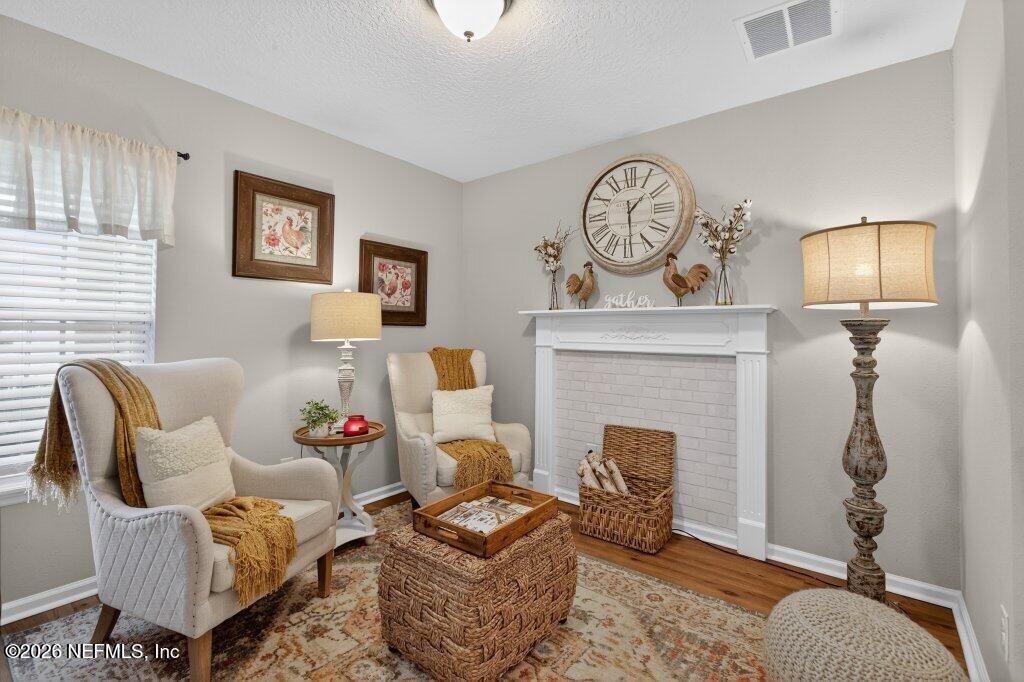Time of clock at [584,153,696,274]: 1:29
